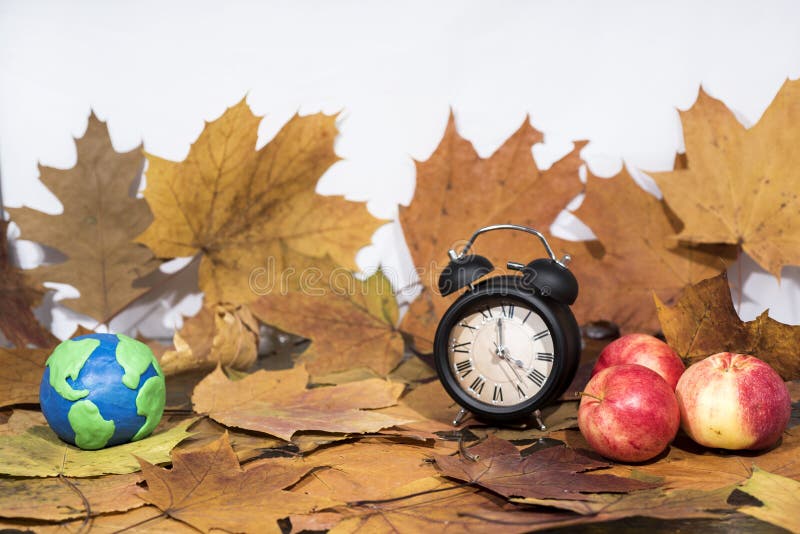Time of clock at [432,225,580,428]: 3:58
